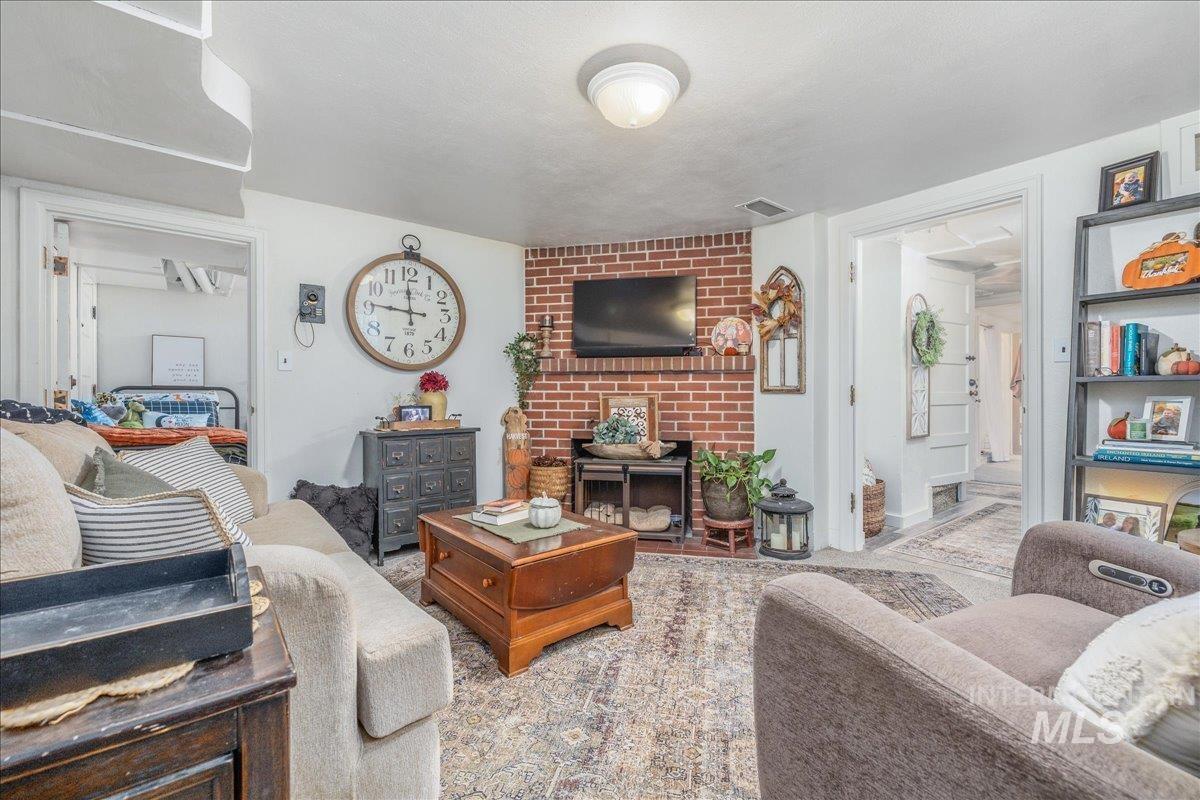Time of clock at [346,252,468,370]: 11:46
